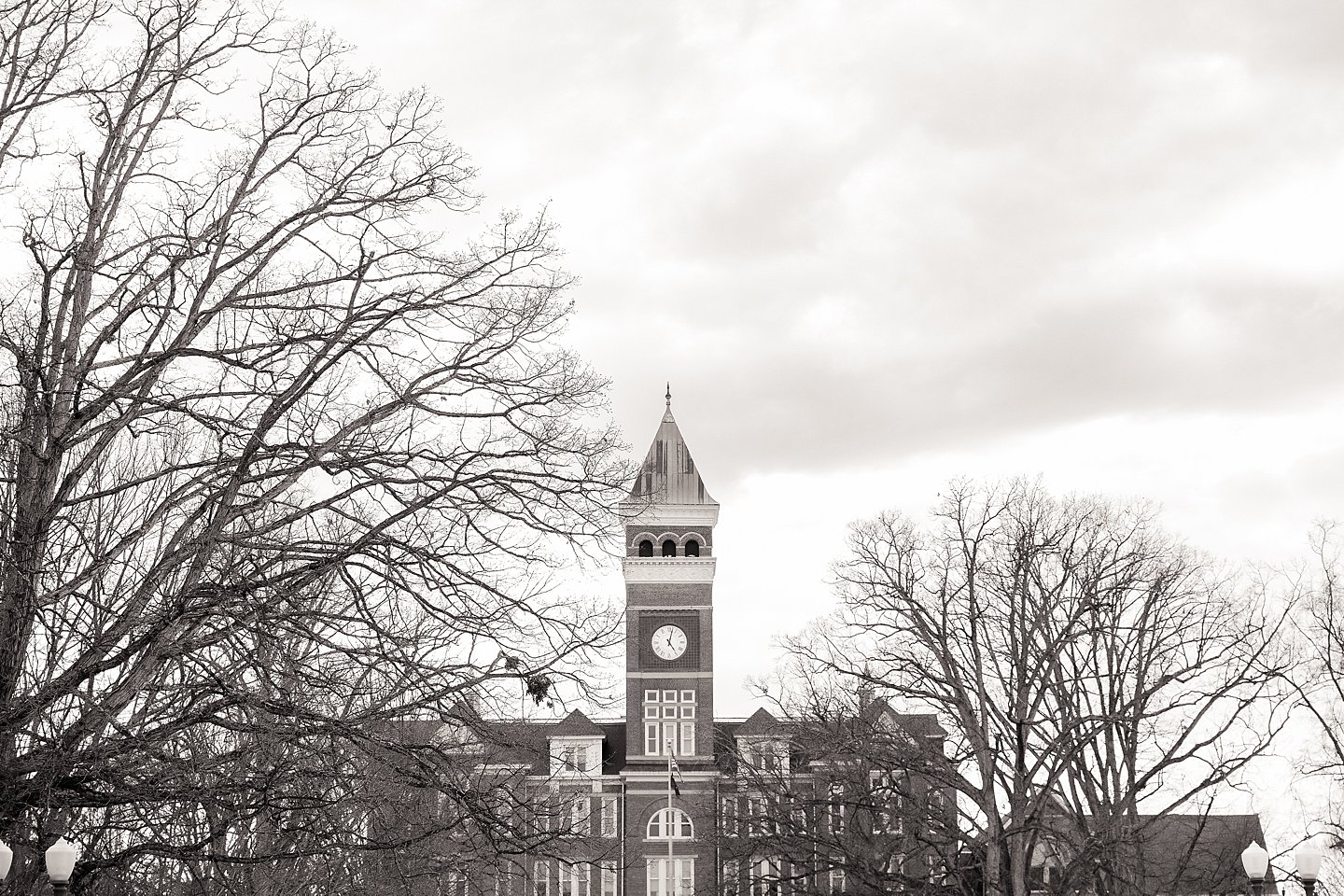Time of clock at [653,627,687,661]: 5:02
